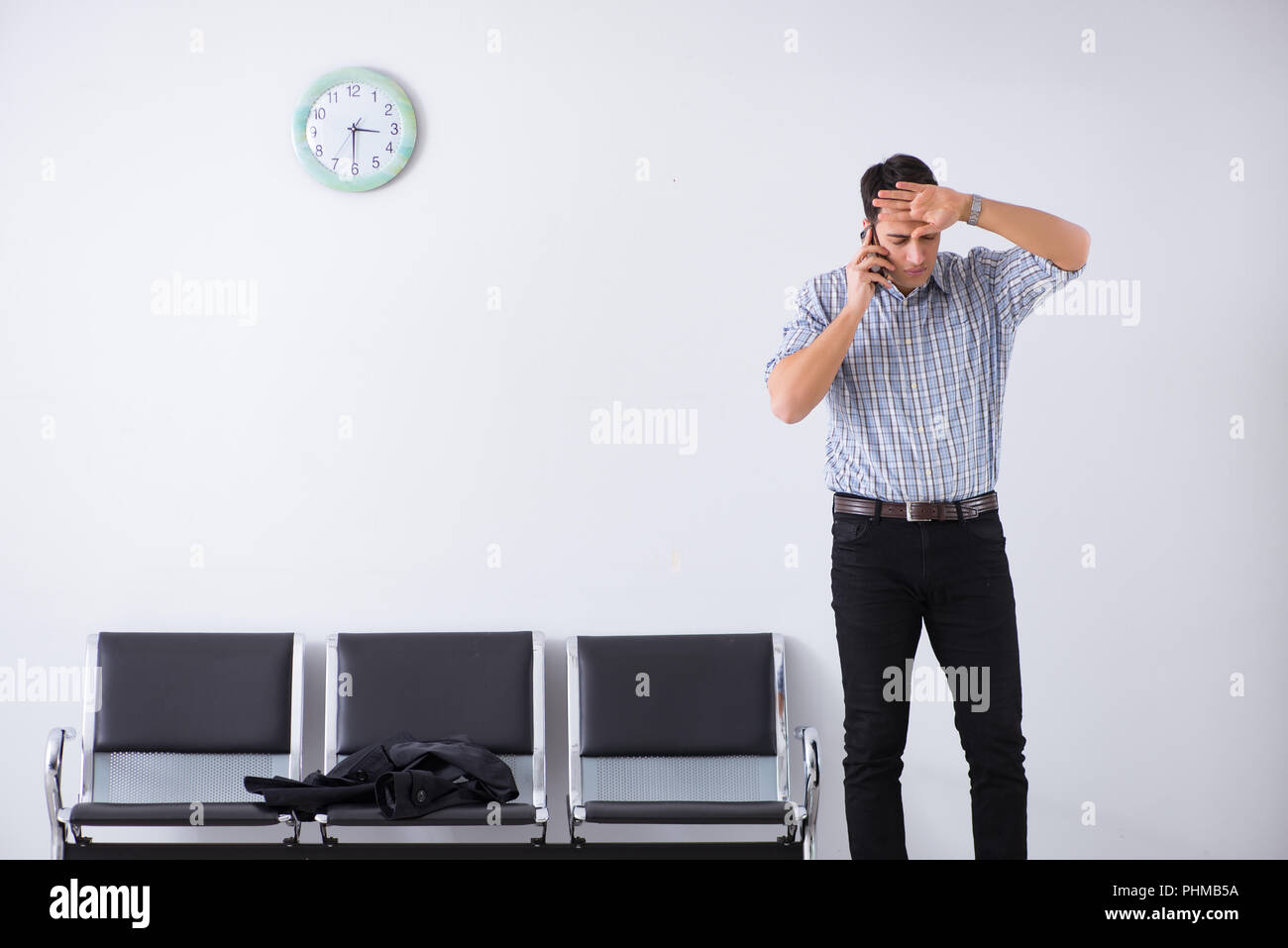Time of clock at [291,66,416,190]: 3:30
